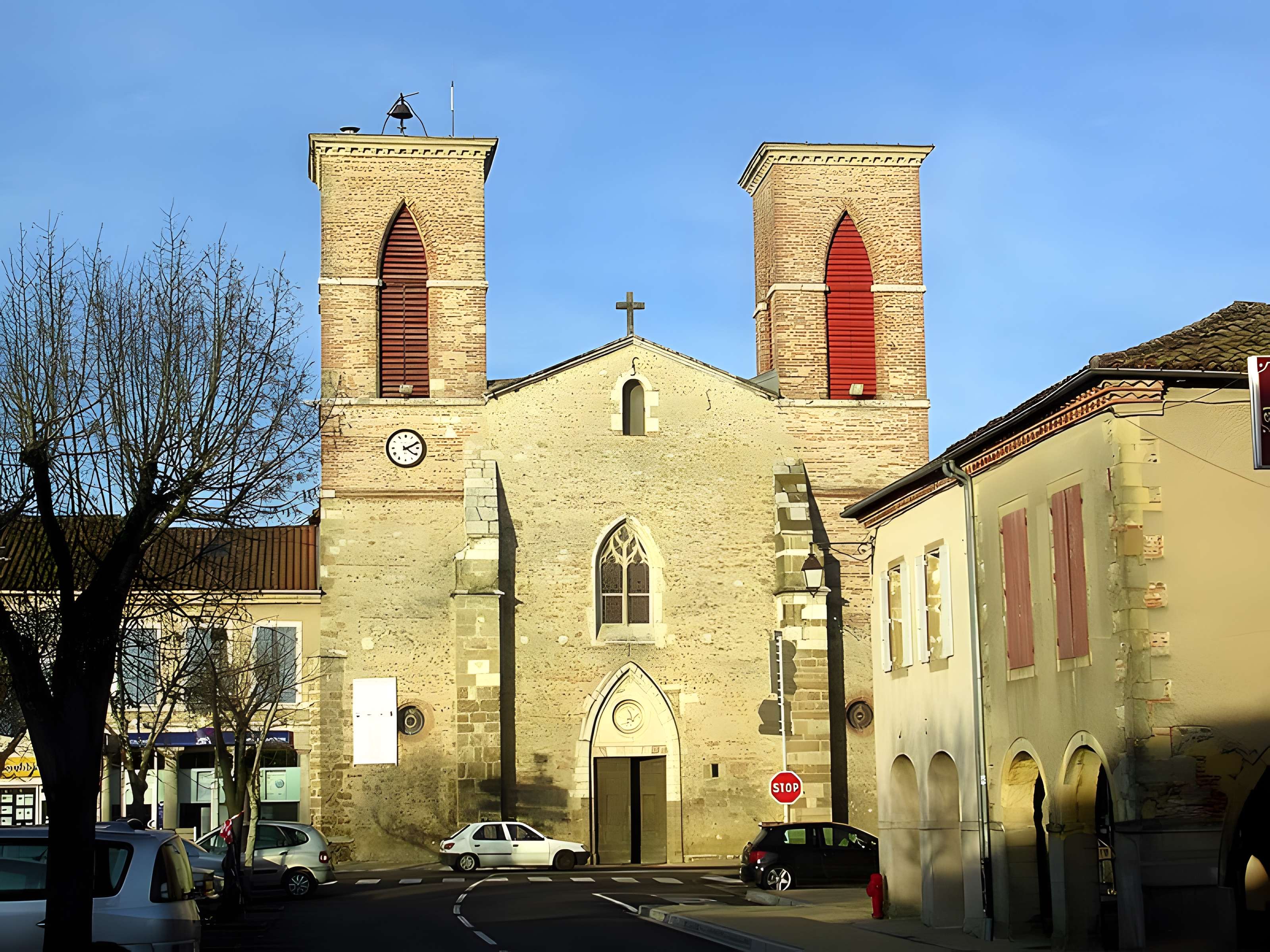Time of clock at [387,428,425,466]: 4:10
